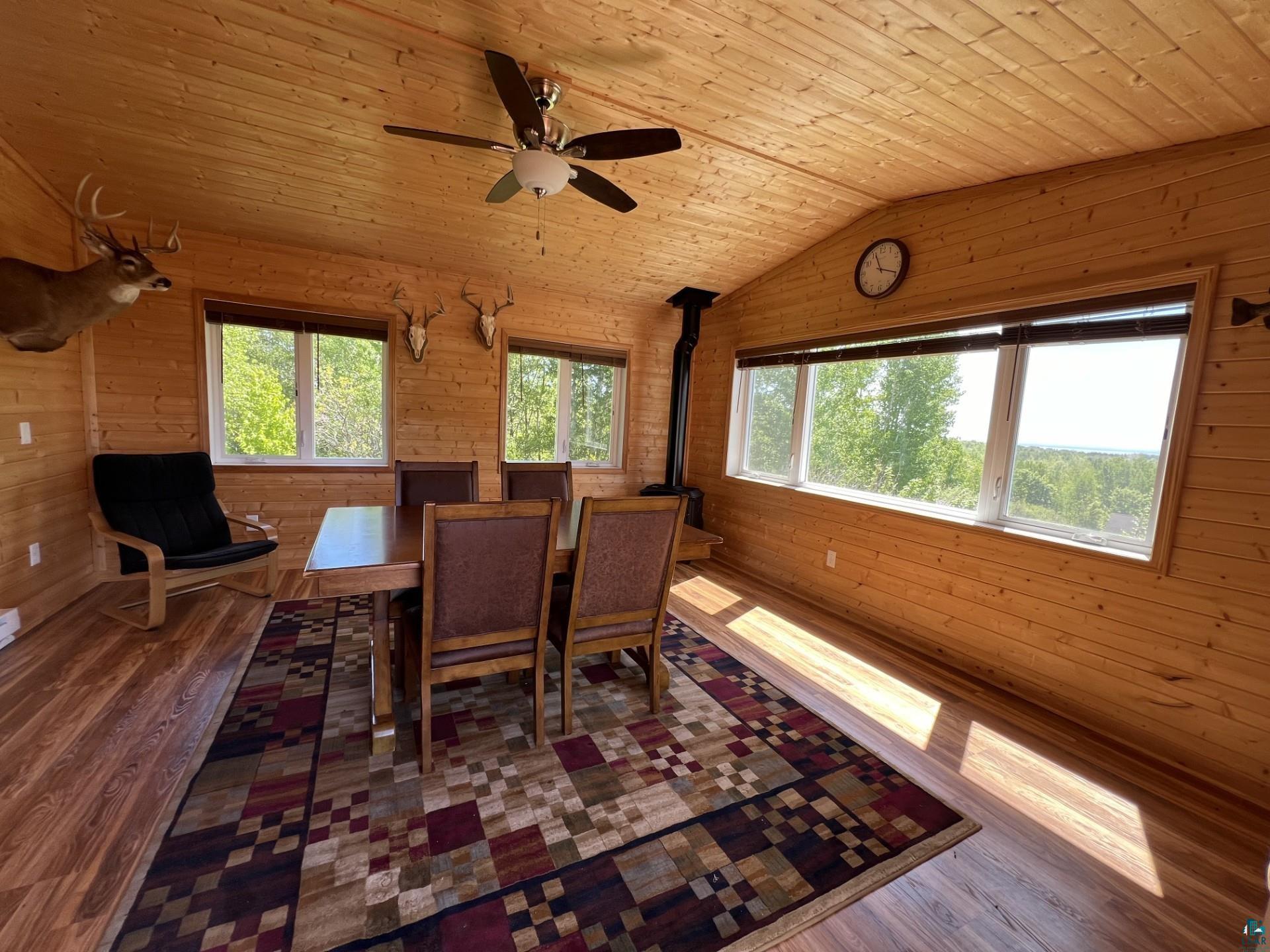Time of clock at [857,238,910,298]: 11:18
